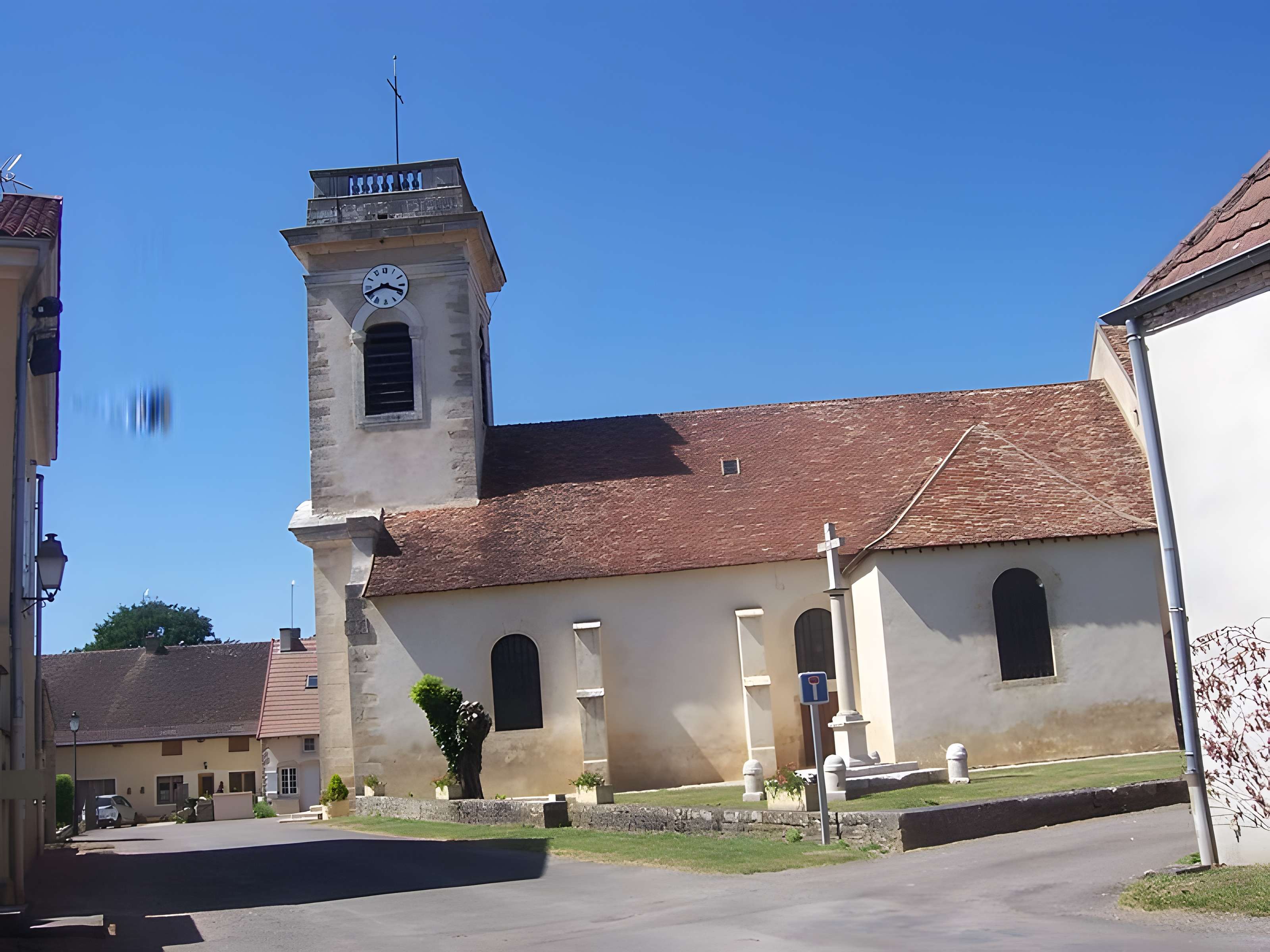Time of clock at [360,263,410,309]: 3:40
